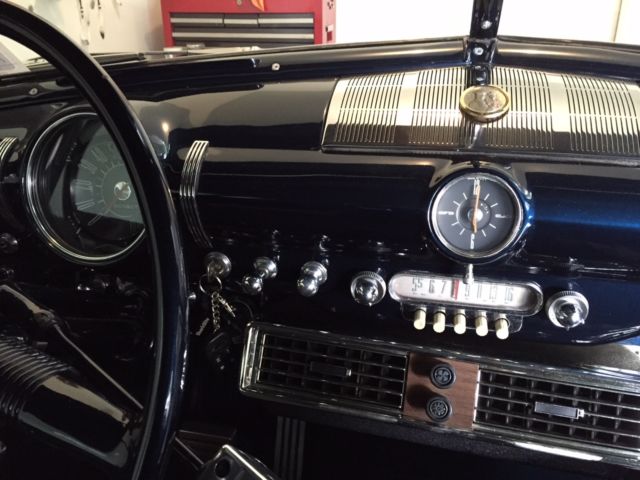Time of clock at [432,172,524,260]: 6:00
